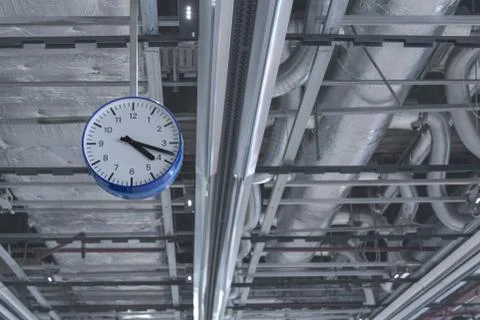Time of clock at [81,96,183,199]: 4:17
